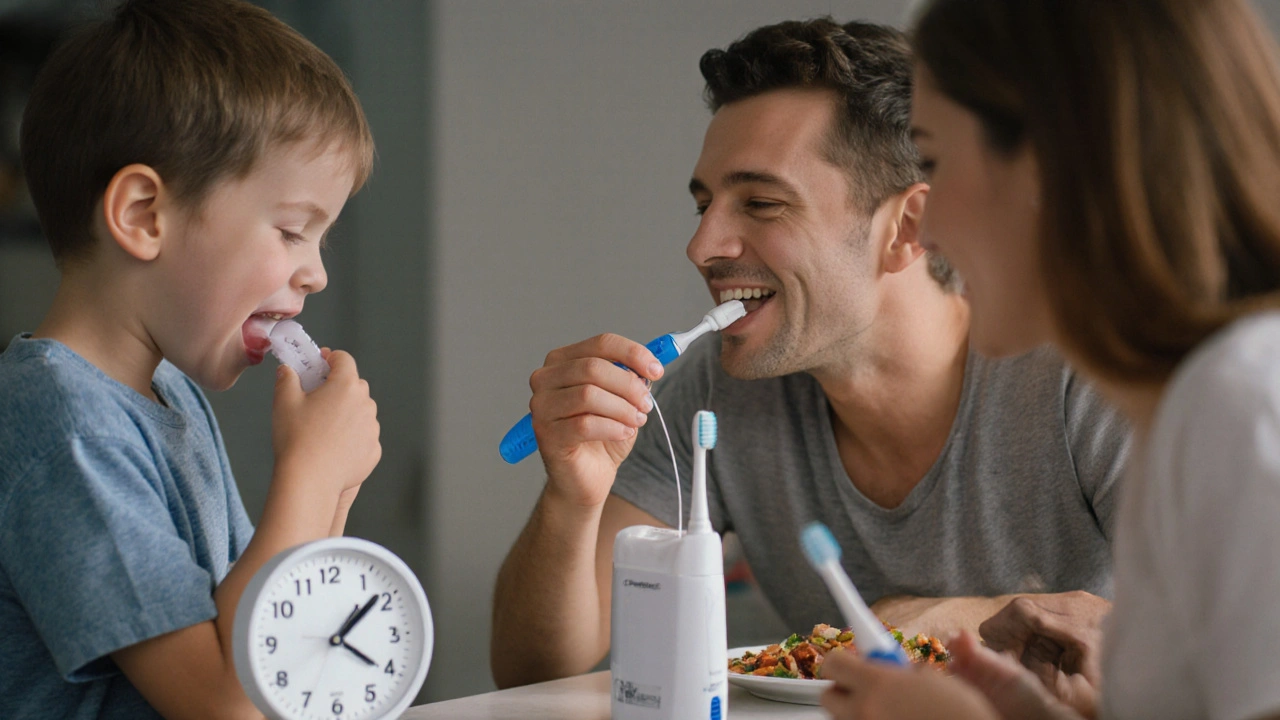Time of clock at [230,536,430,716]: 4:08
